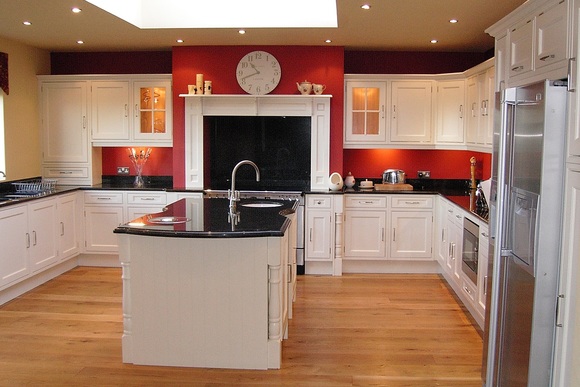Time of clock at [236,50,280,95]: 10:41
